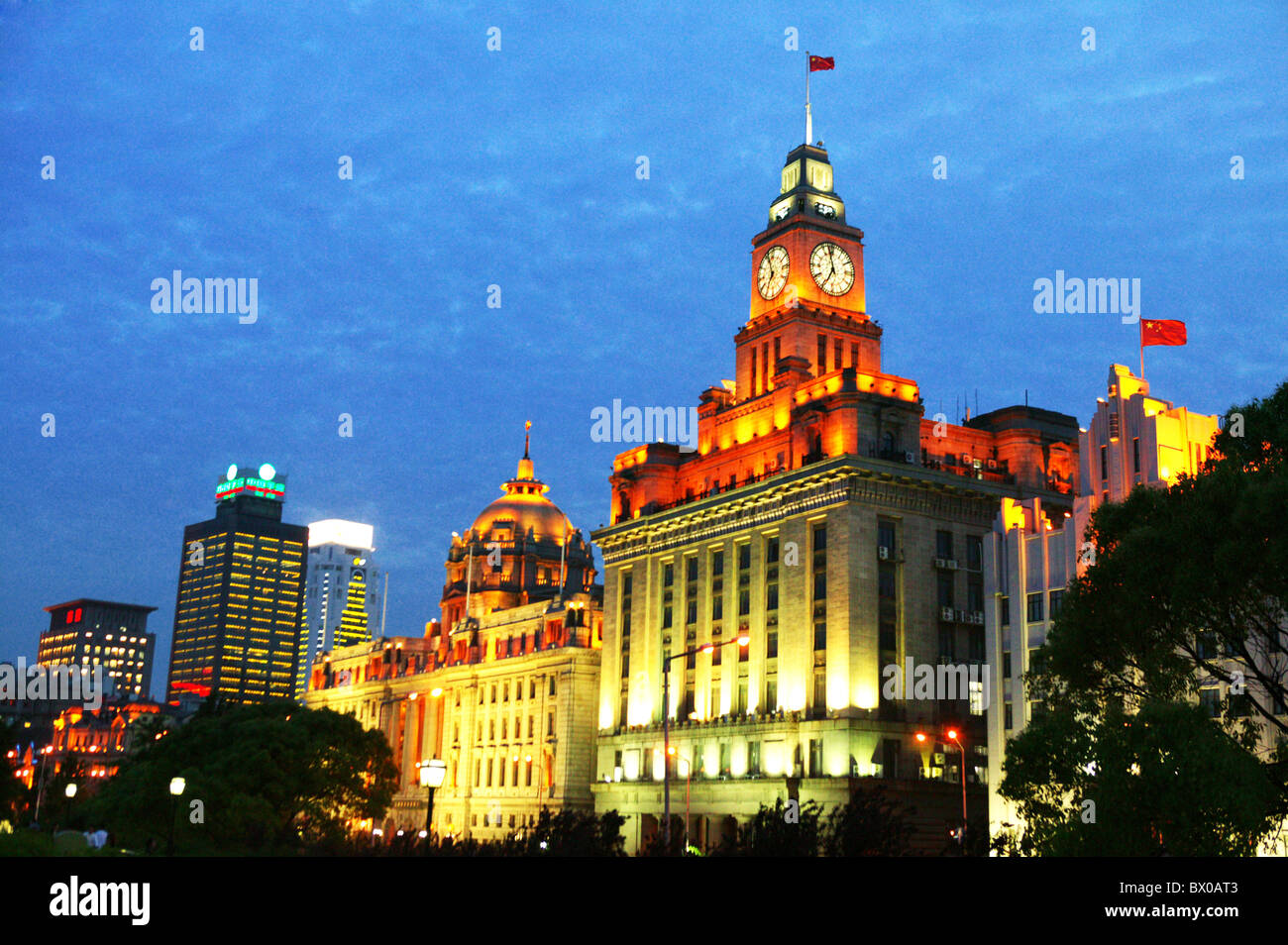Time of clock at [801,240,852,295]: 6:57
